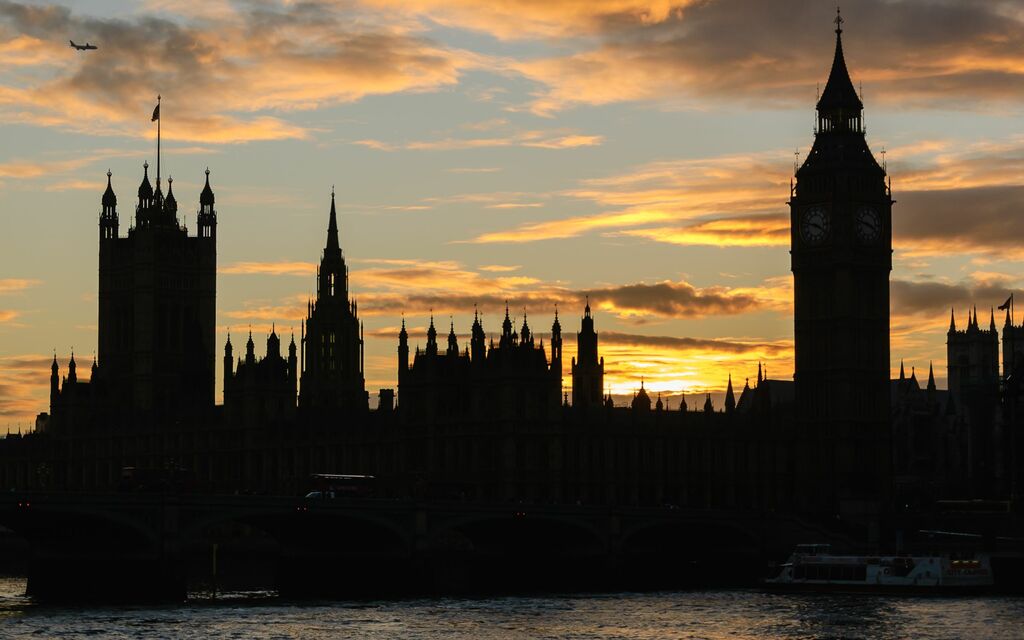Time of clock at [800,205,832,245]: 3:47
